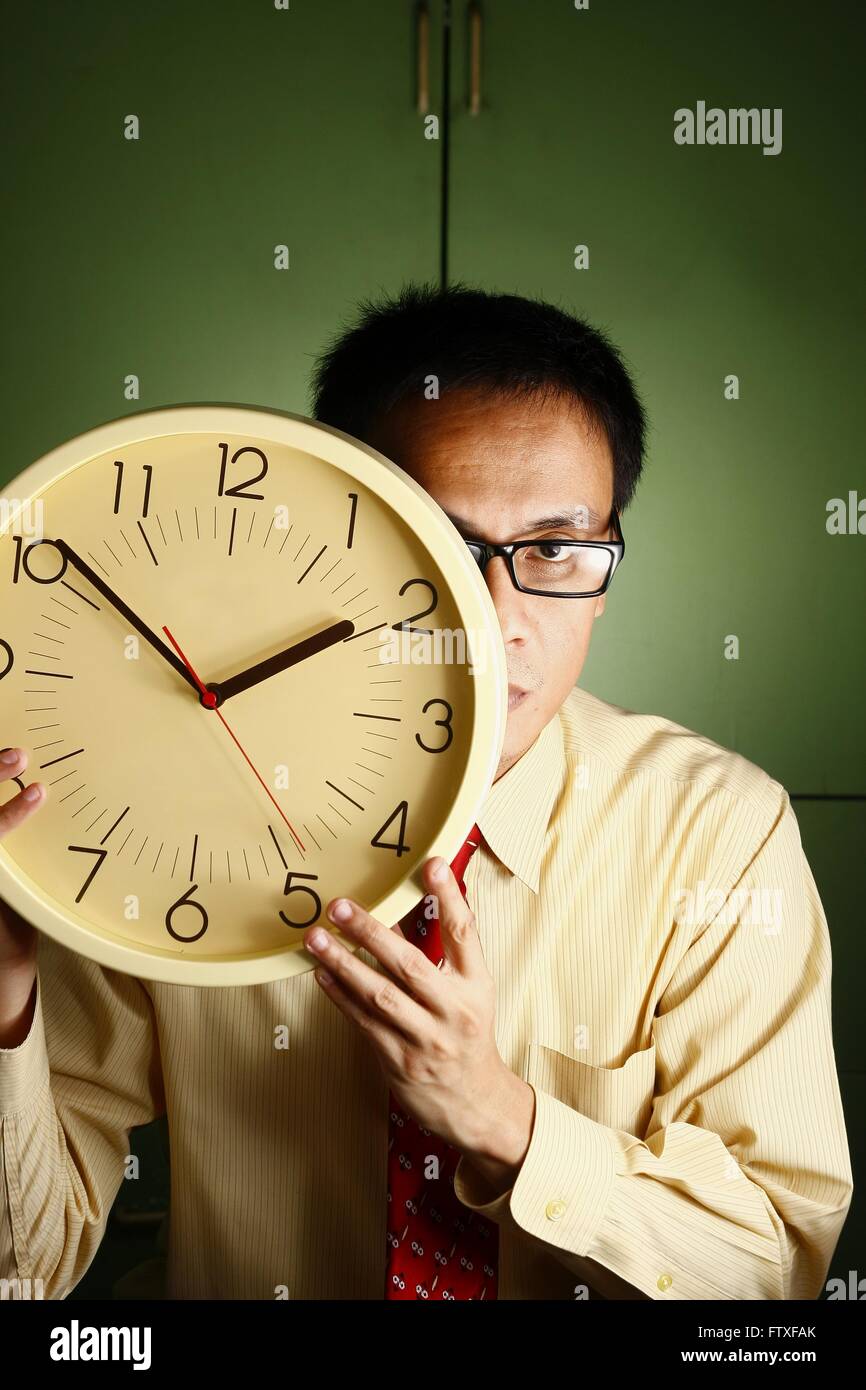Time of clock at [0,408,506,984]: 1:50
